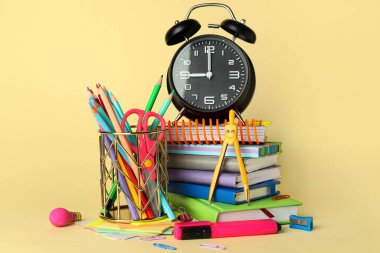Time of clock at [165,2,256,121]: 9:00
